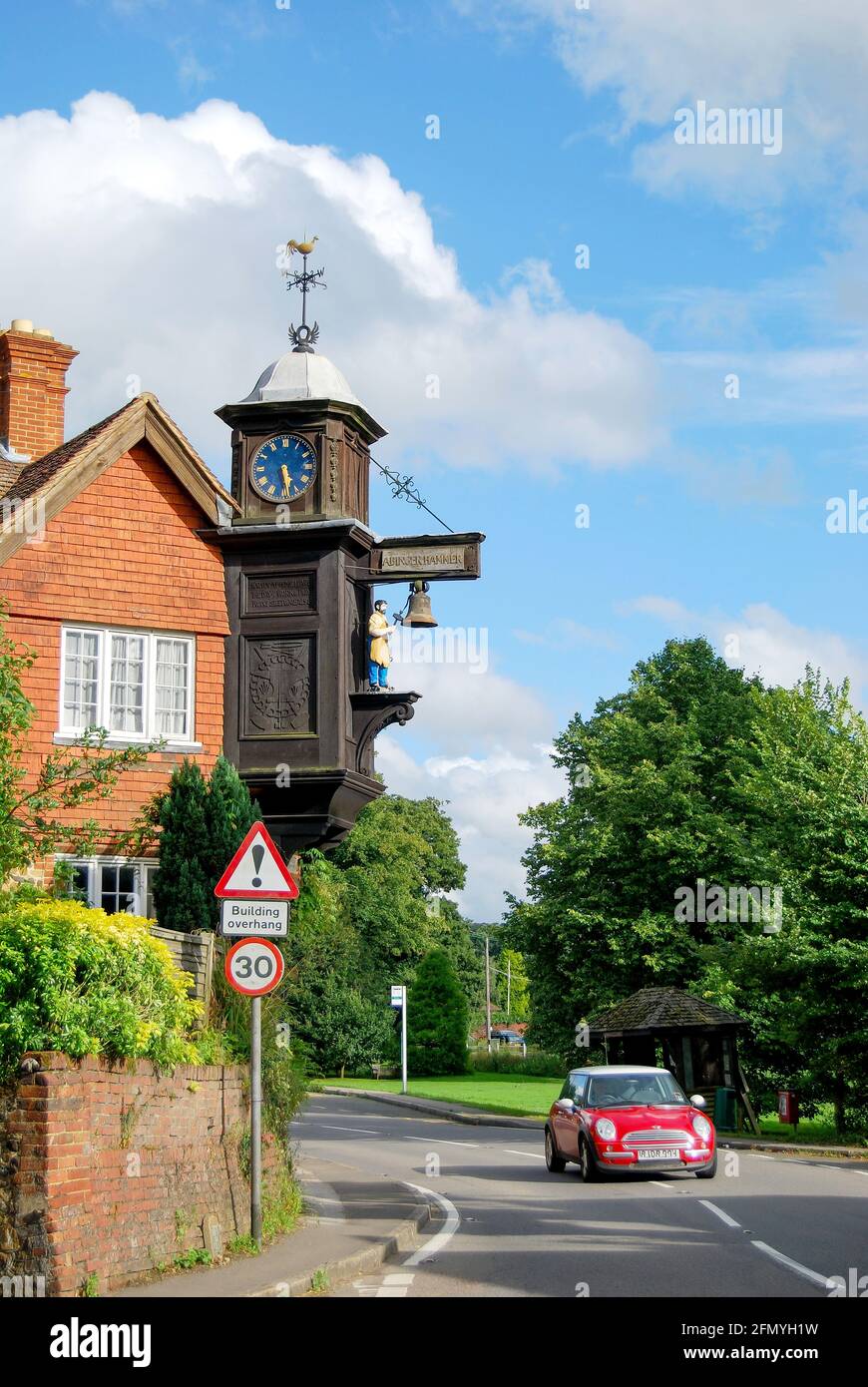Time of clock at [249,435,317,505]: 5:28
